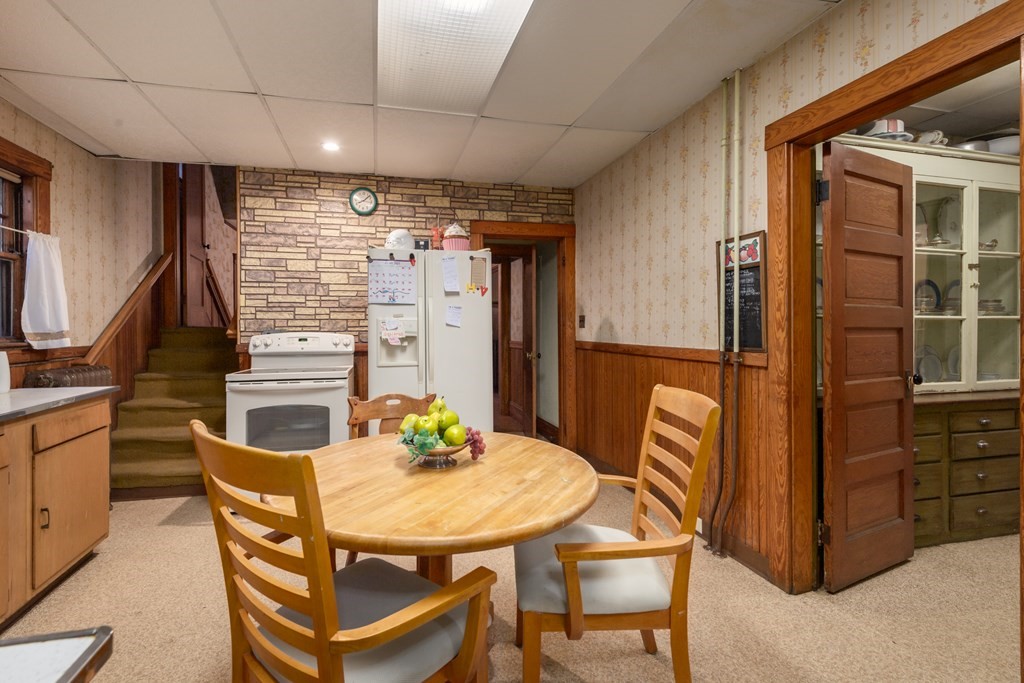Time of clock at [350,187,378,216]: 8:07
